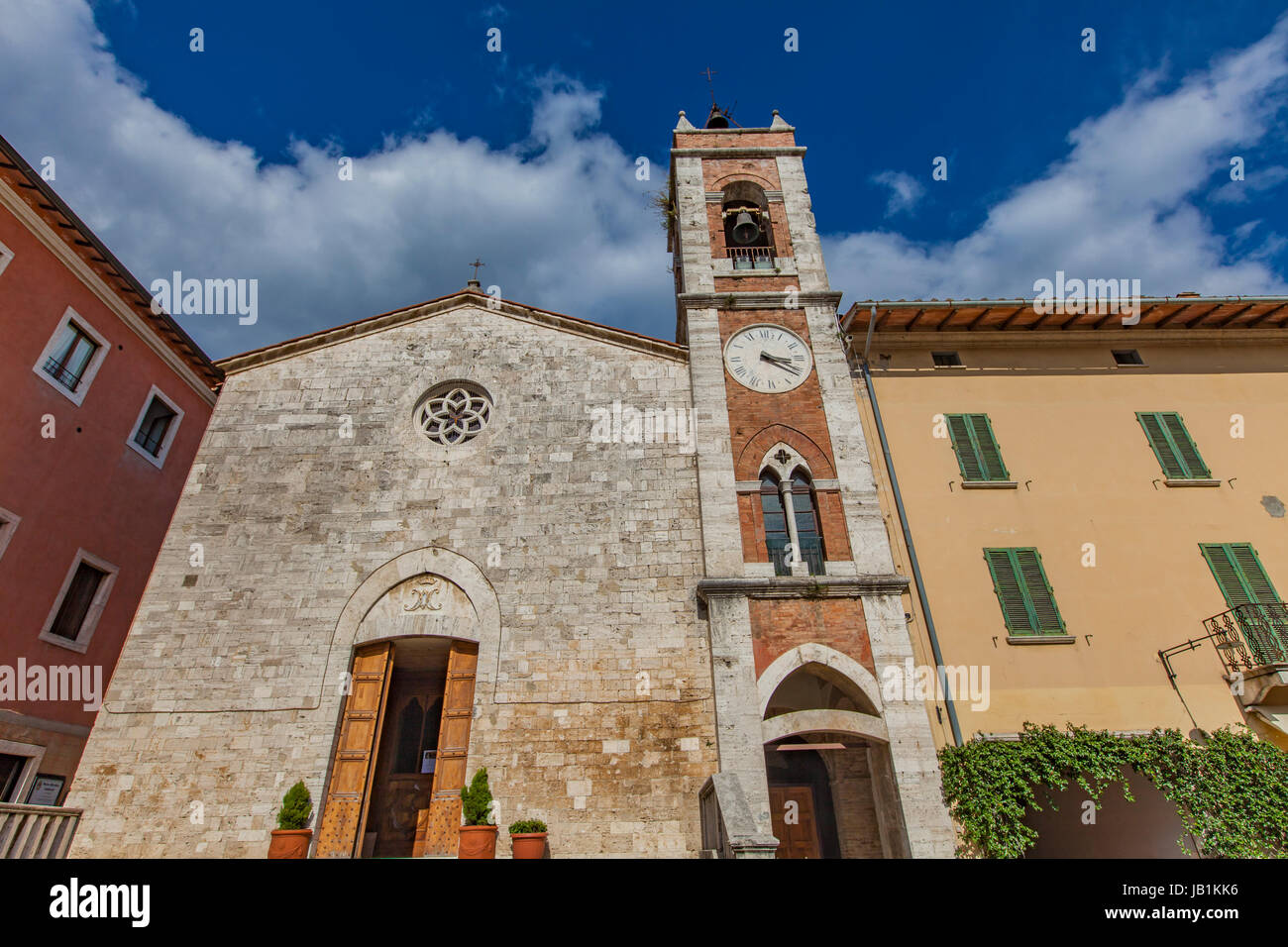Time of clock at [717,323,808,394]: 3:20
